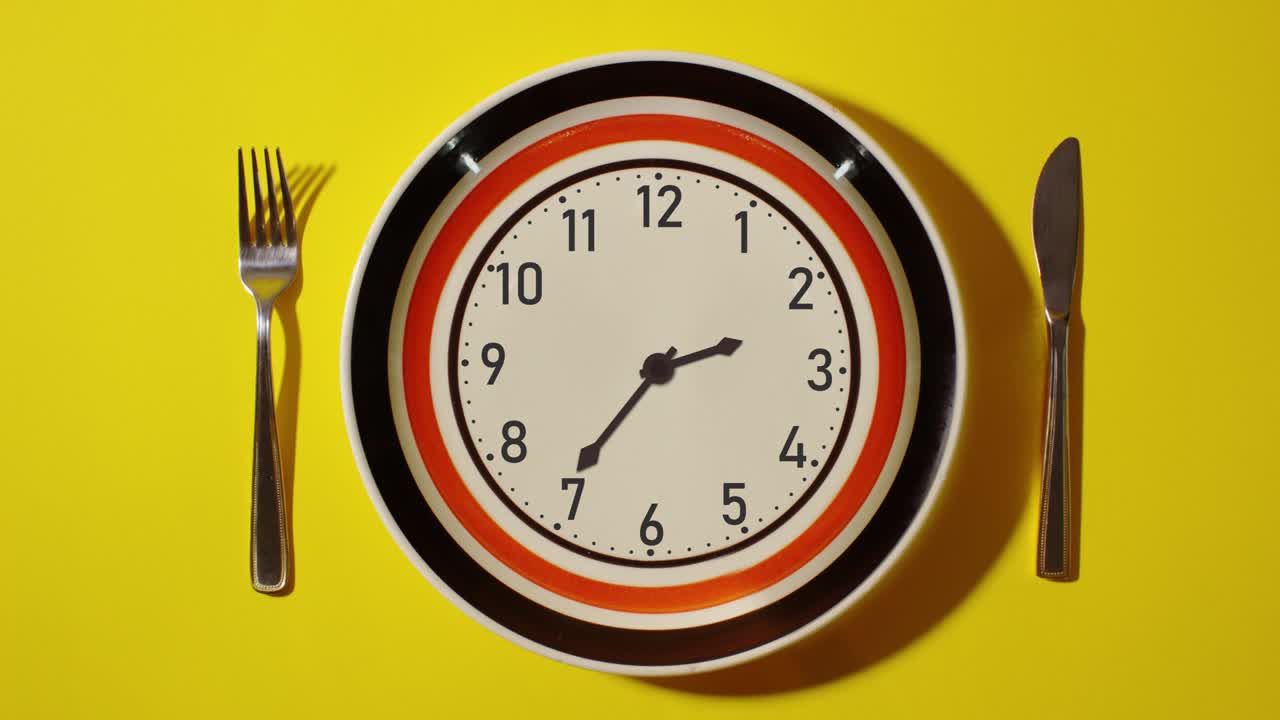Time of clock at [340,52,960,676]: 2:35
